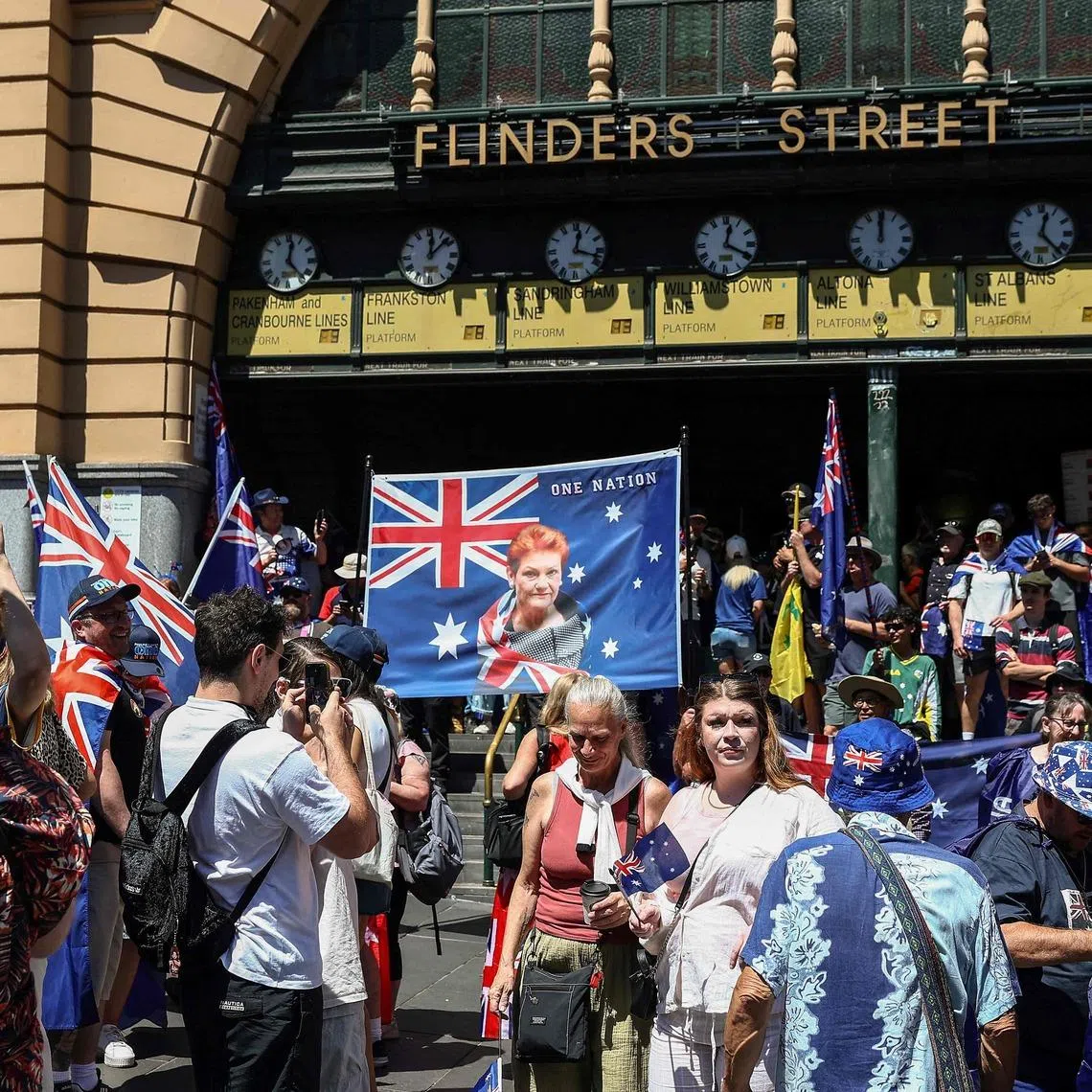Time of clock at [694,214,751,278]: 12:19
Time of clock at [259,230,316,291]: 12:23
